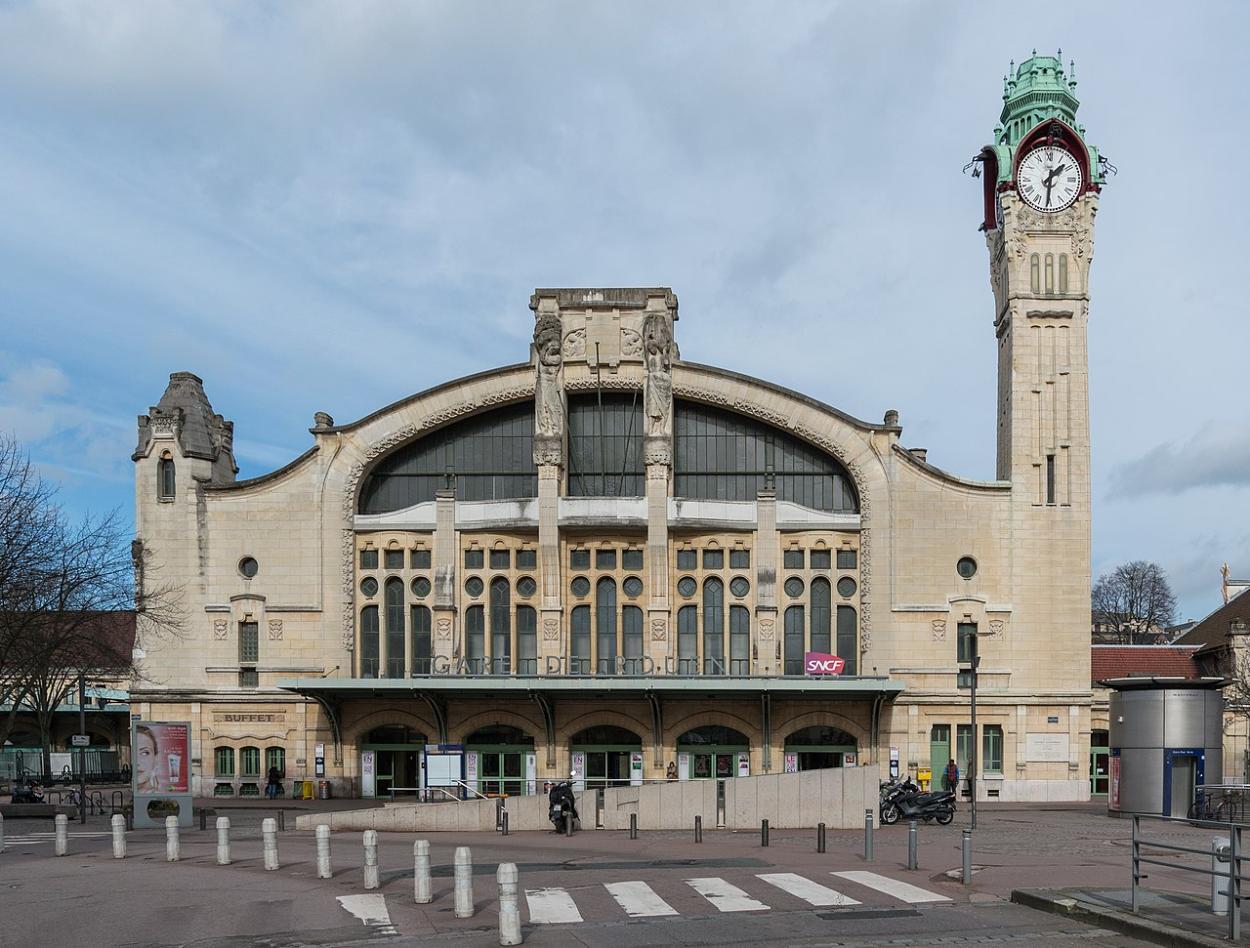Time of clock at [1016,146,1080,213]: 1:30
